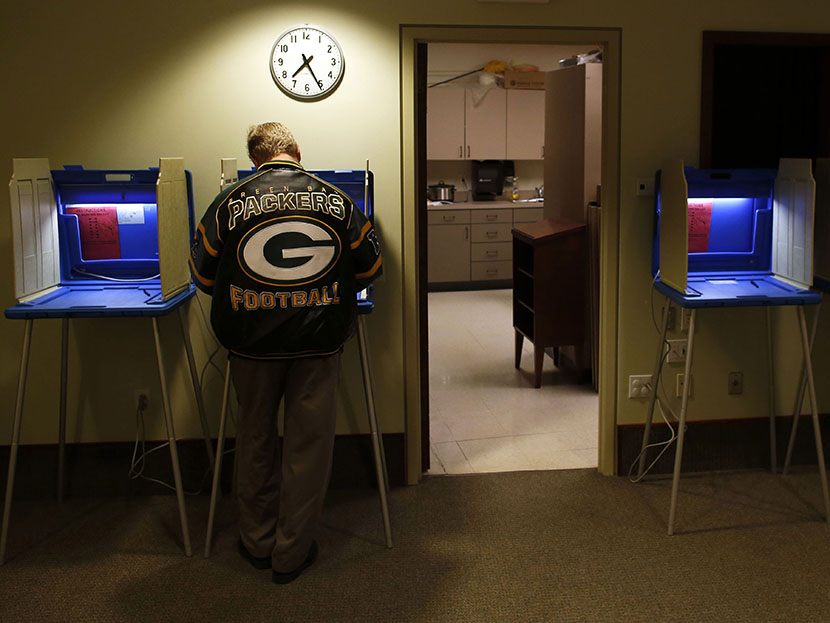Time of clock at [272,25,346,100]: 7:25
